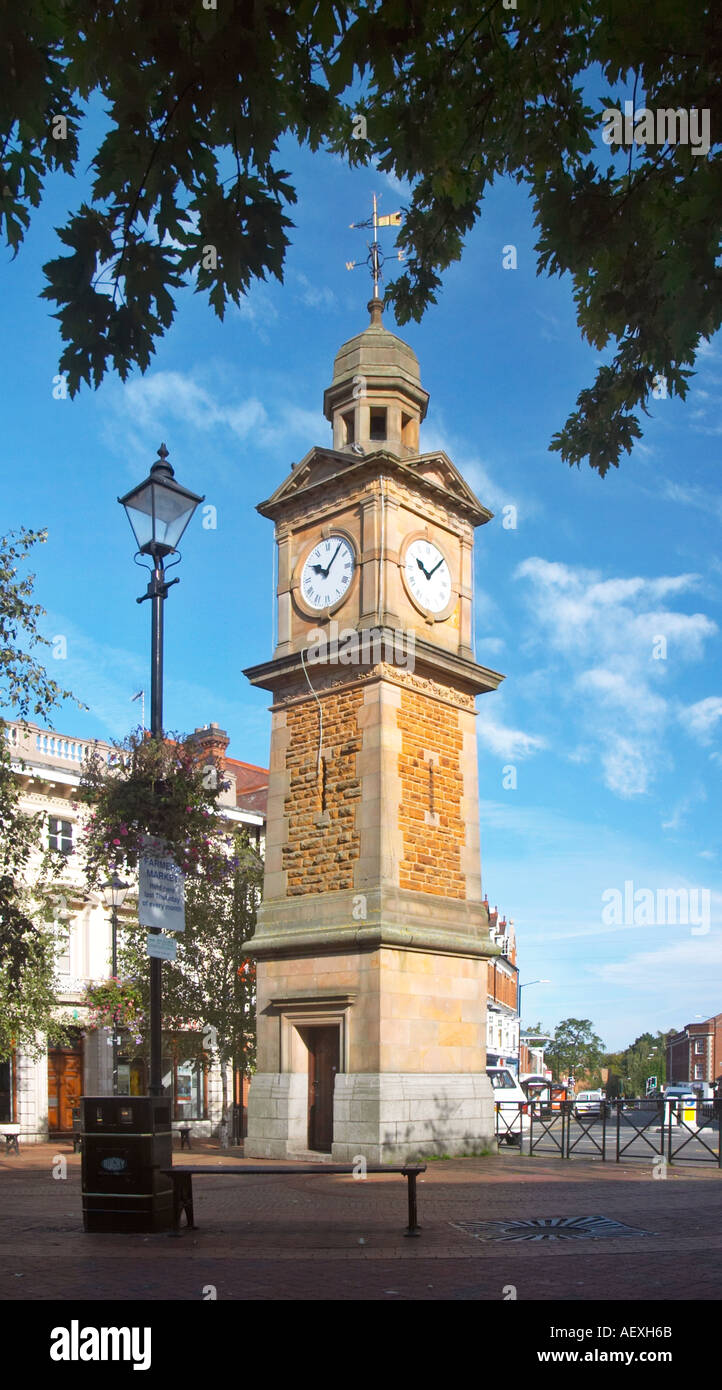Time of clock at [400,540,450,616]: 10:07
